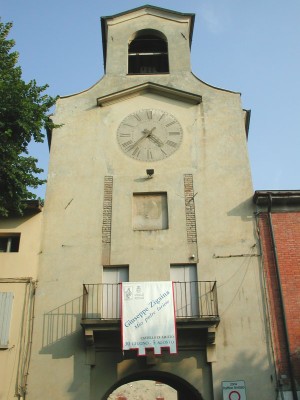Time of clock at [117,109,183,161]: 4:37
